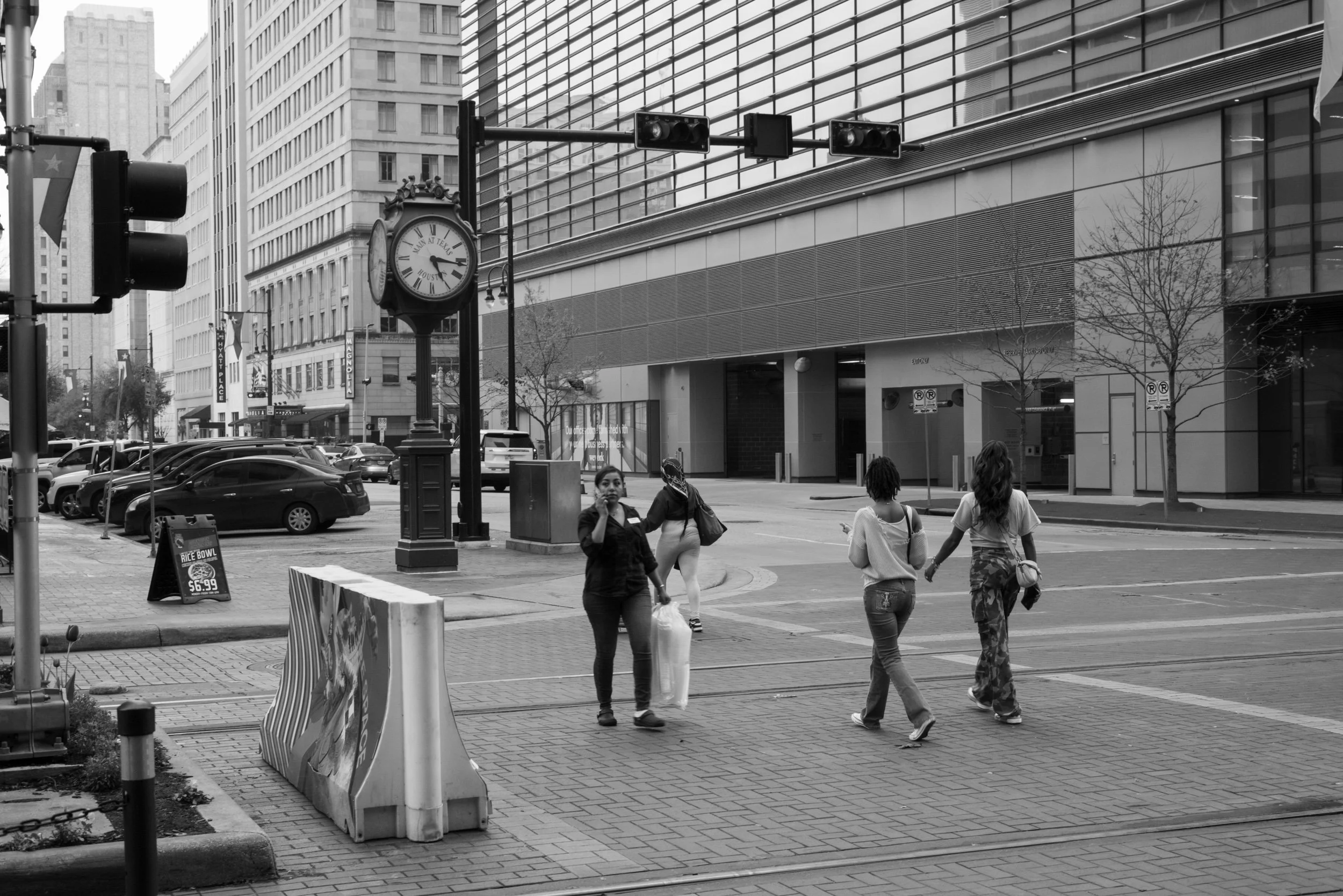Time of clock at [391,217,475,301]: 5:16
